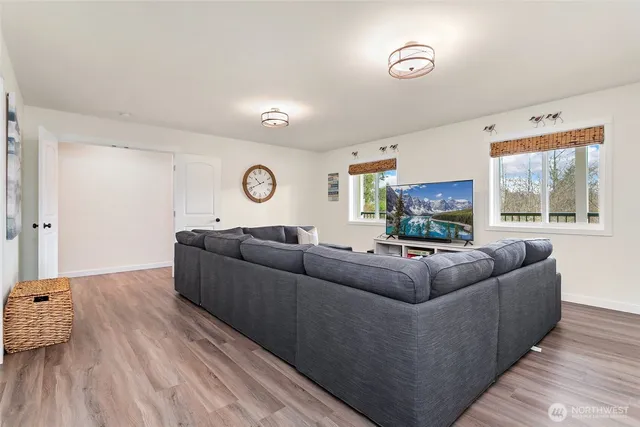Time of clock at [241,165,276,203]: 10:40
